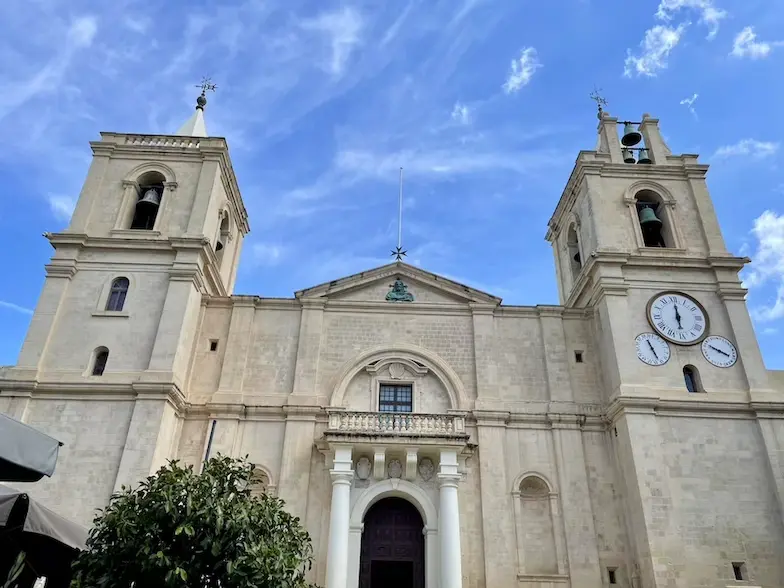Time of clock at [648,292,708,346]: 6:00
